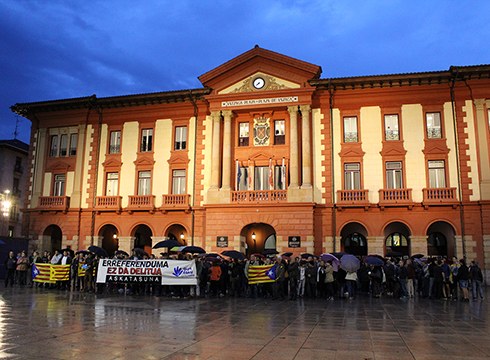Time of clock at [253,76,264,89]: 7:37
